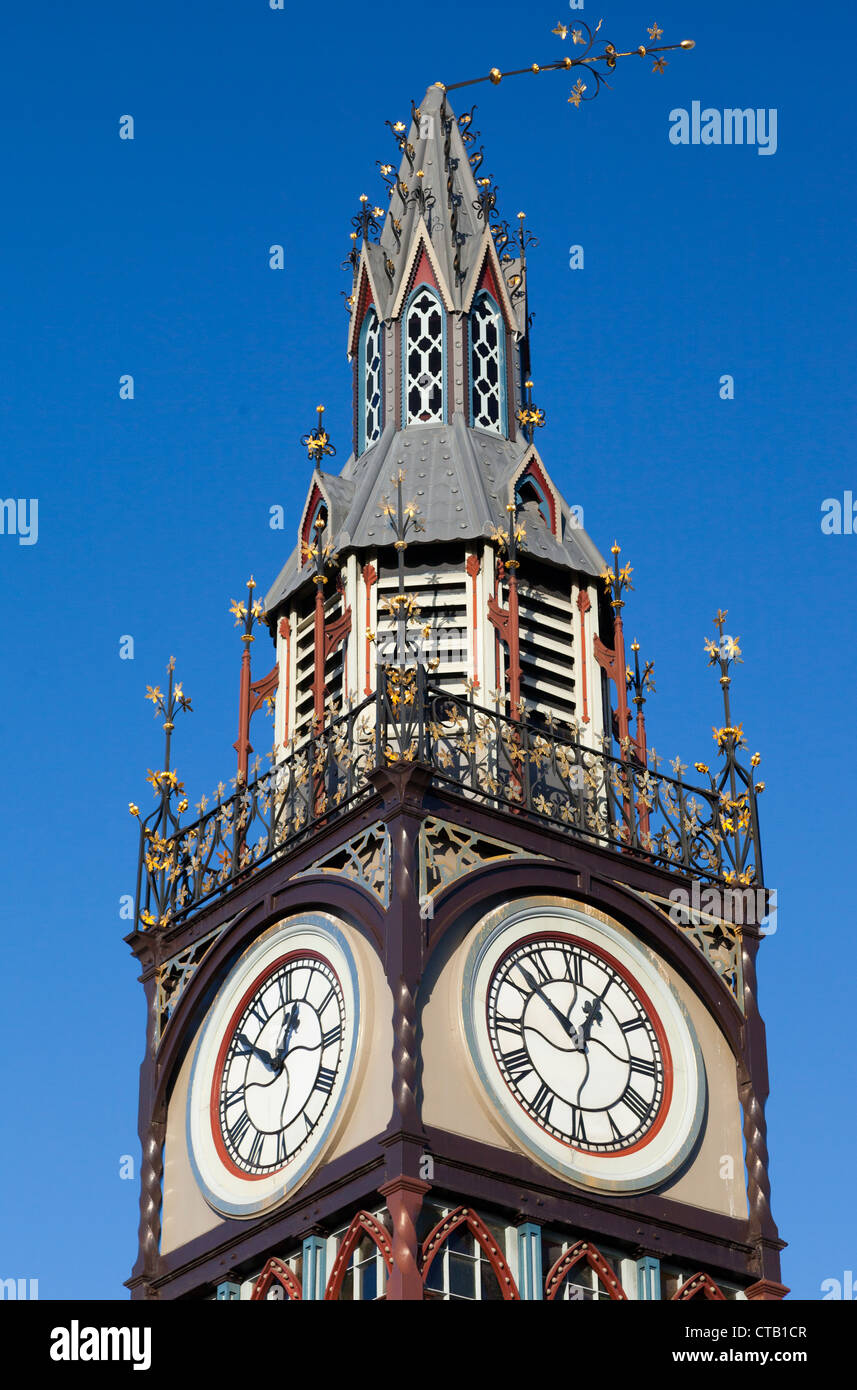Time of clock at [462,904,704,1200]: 12:52
